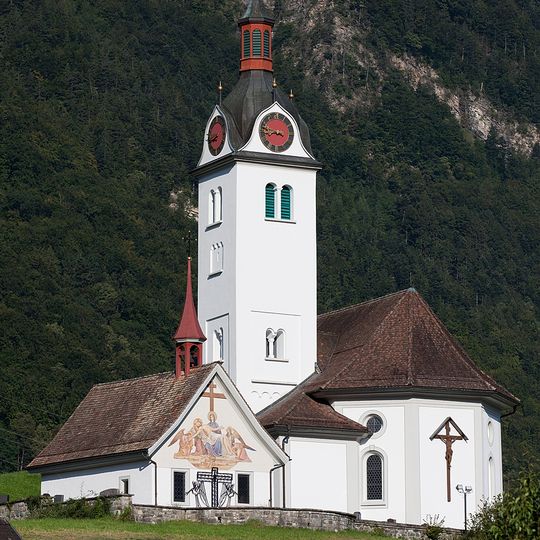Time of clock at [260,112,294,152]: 8:47
